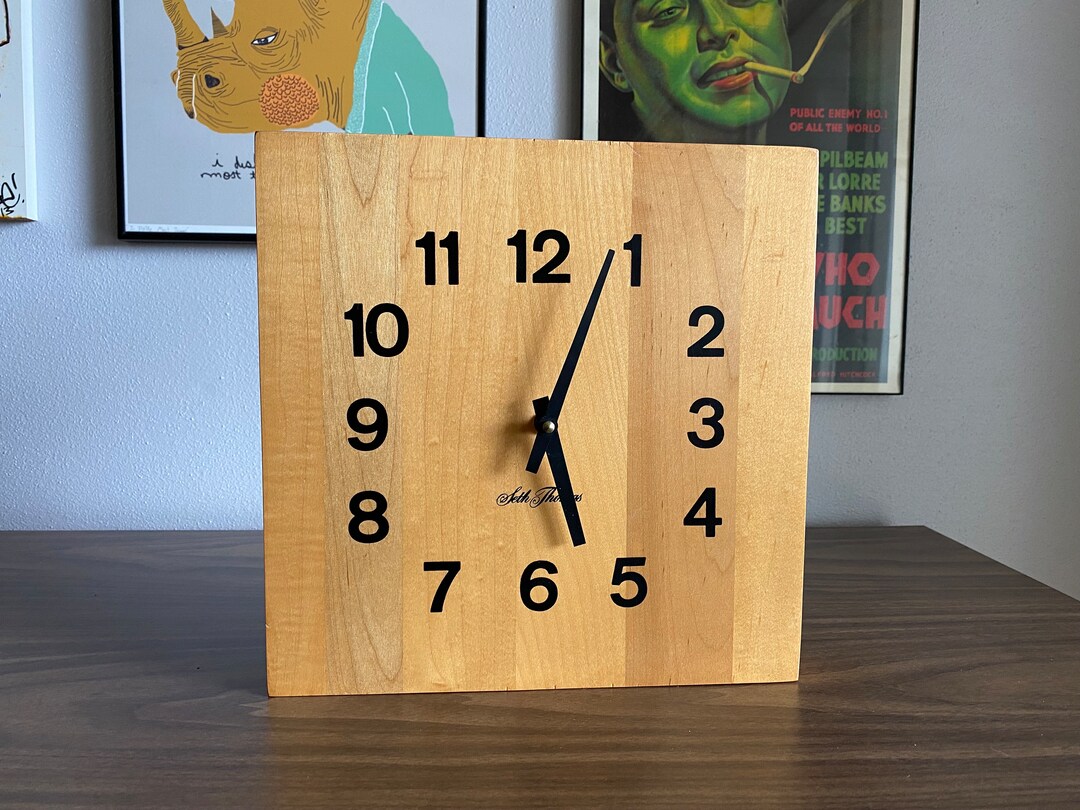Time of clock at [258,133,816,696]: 5:03
